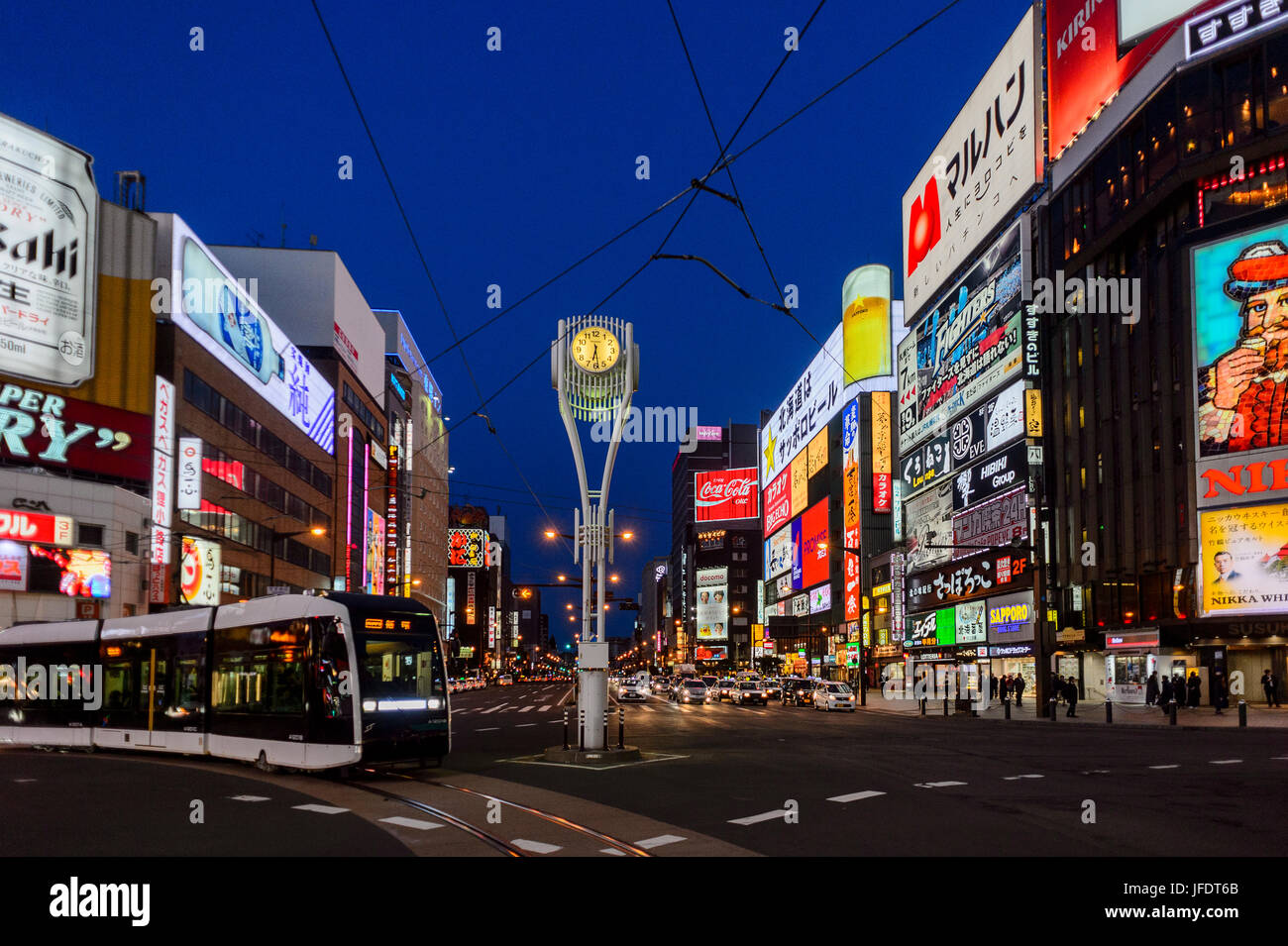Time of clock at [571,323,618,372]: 6:28
